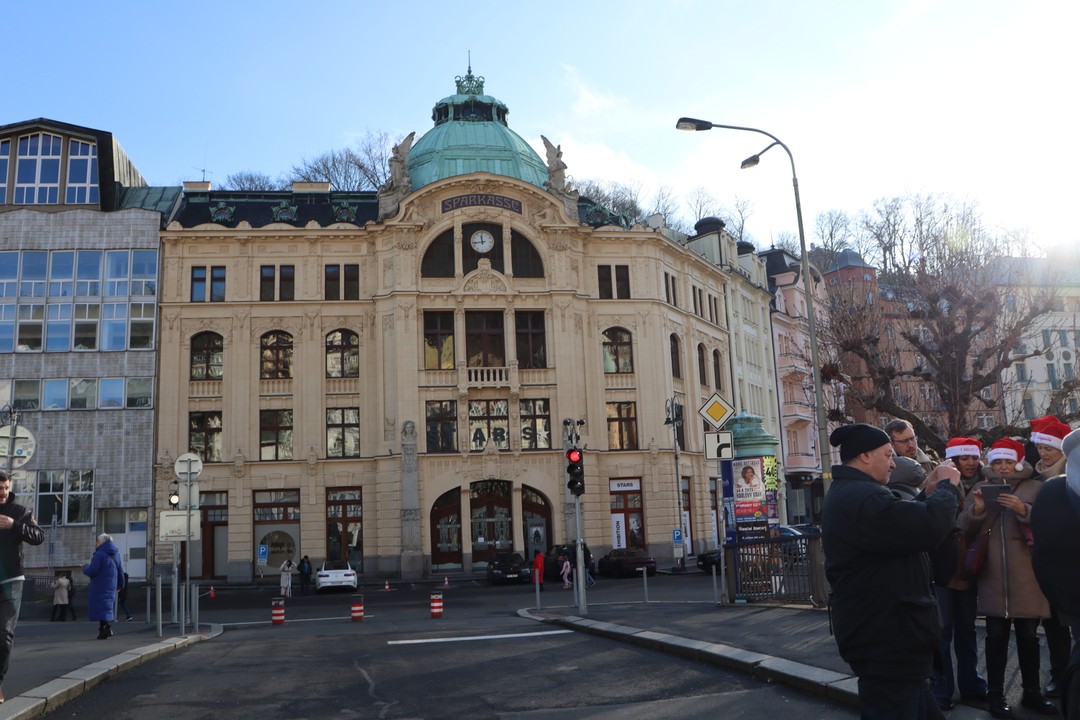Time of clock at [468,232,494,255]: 11:43
